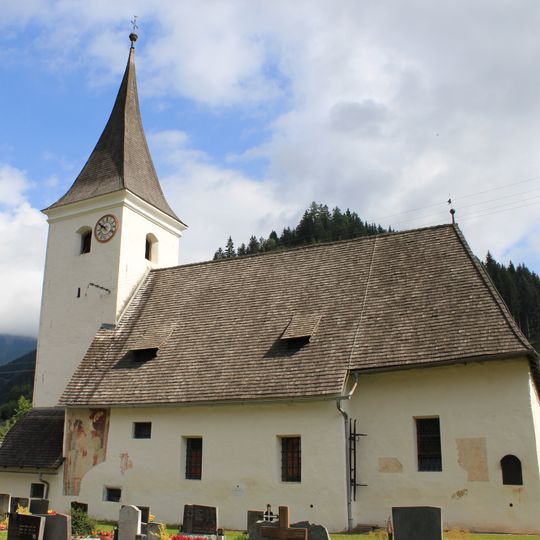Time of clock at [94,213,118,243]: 9:50
